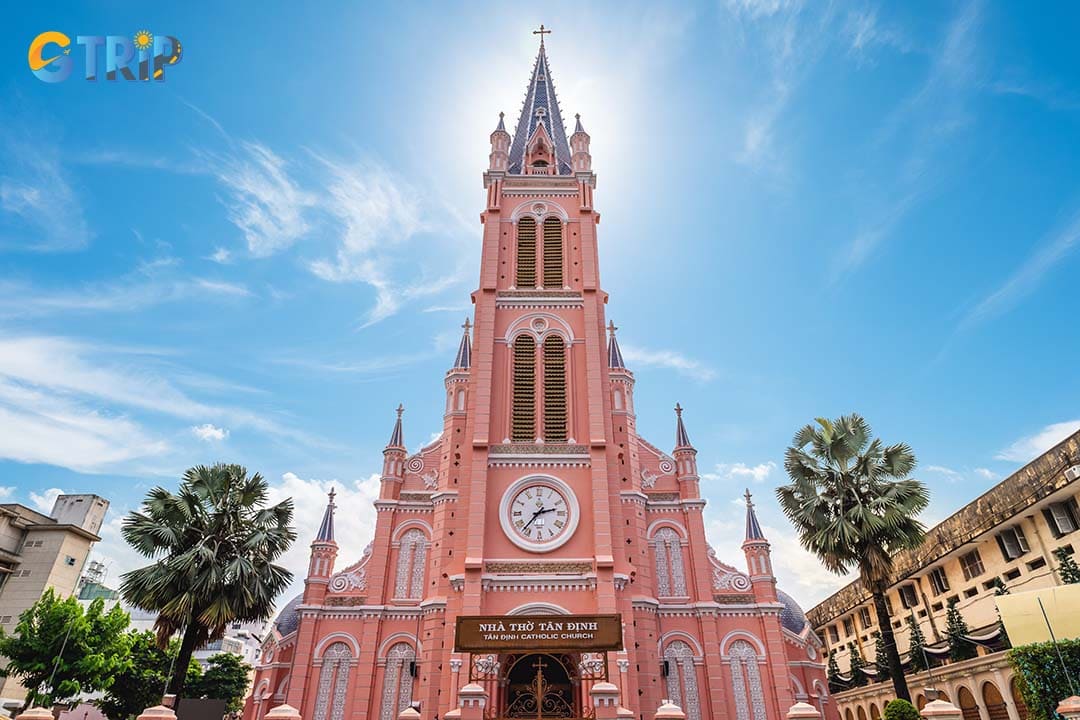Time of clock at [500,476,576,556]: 2:36
